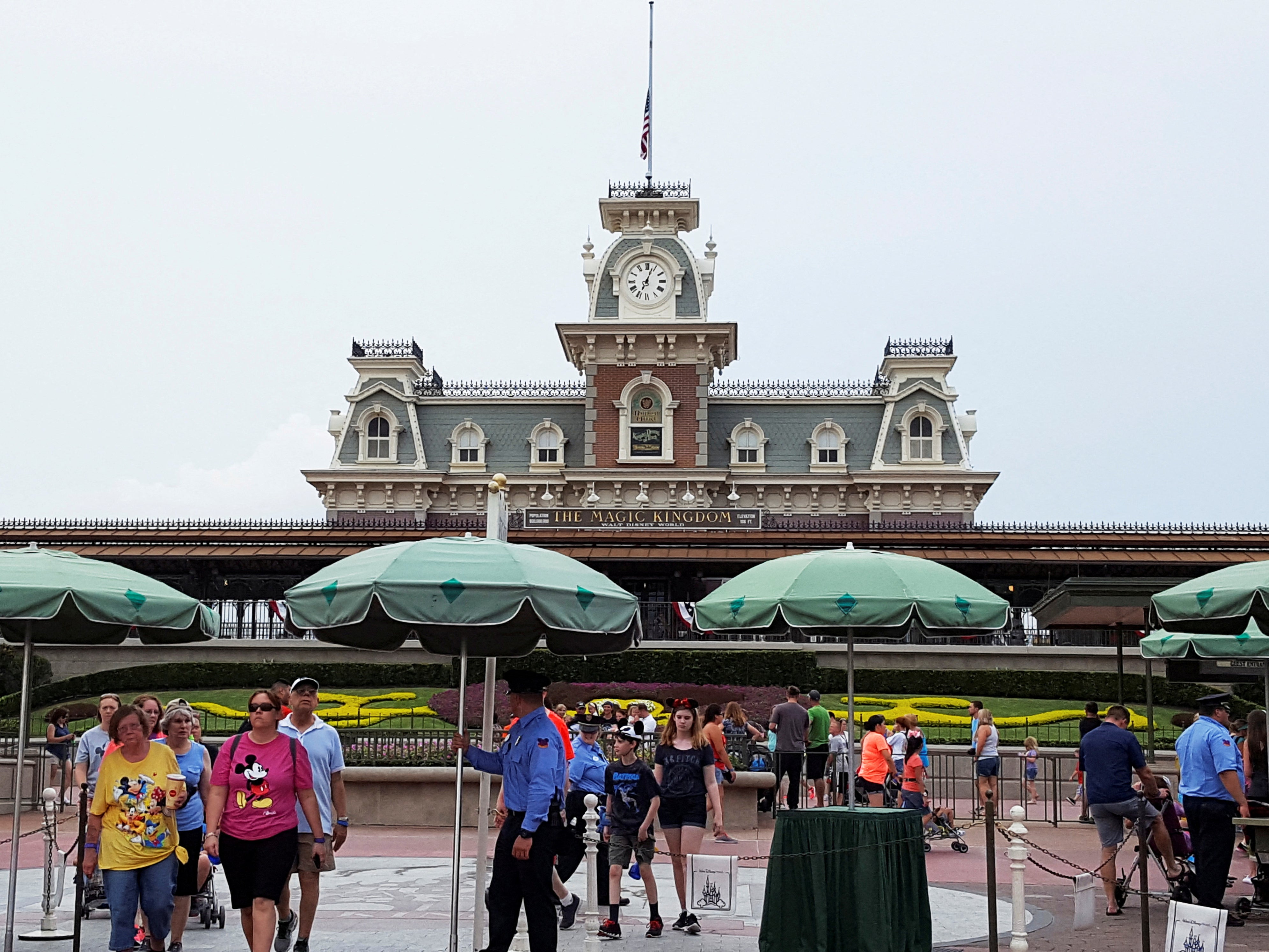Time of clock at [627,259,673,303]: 7:03
